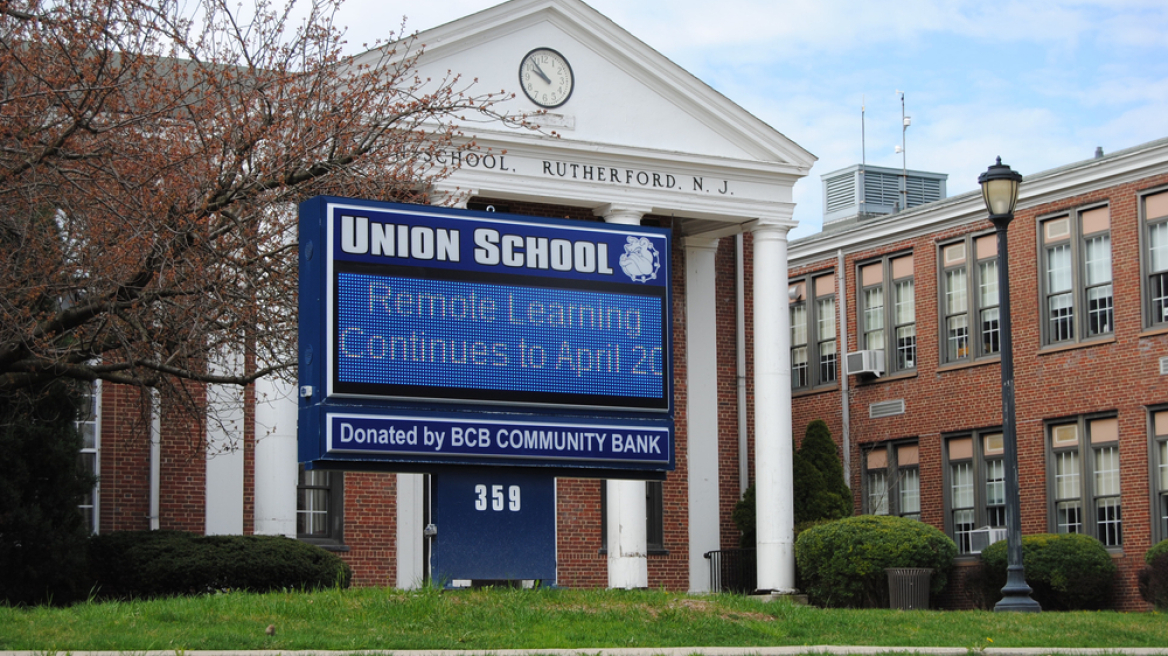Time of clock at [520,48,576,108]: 9:53
